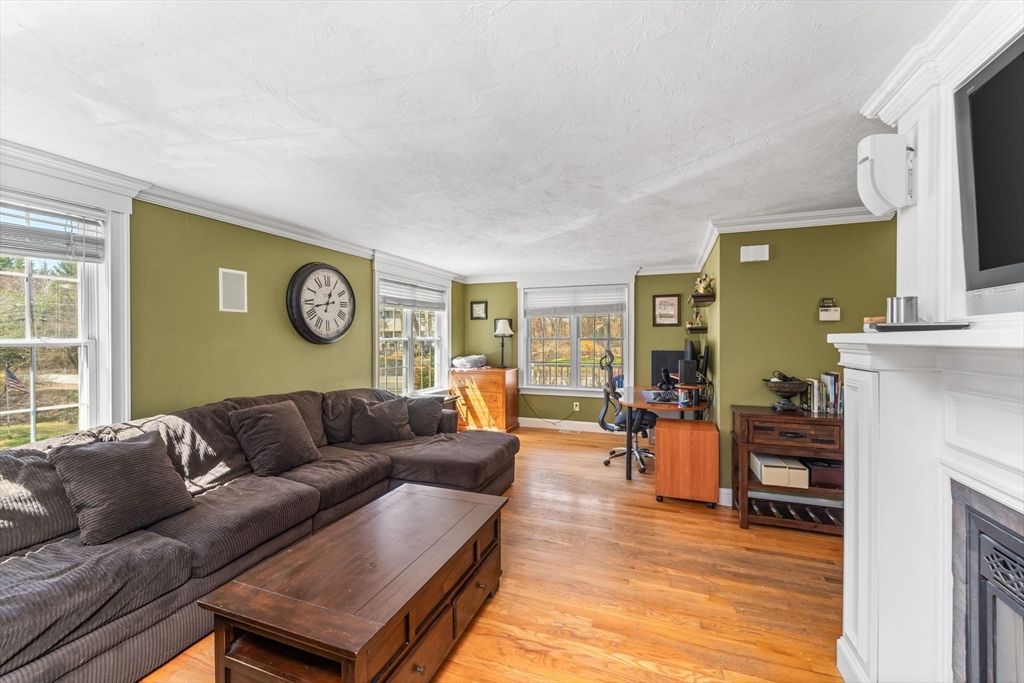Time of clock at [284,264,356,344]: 12:42
